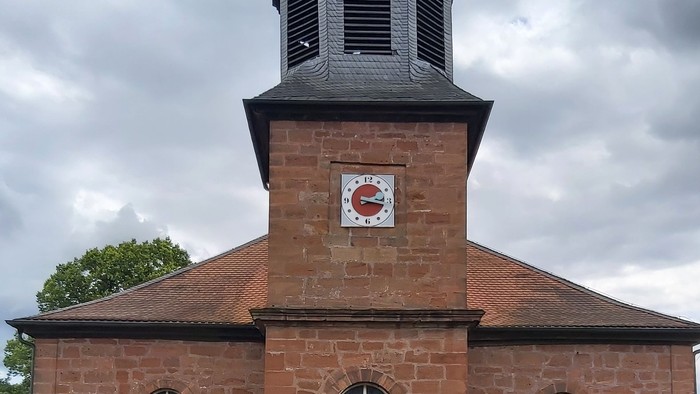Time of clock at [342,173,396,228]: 2:17
